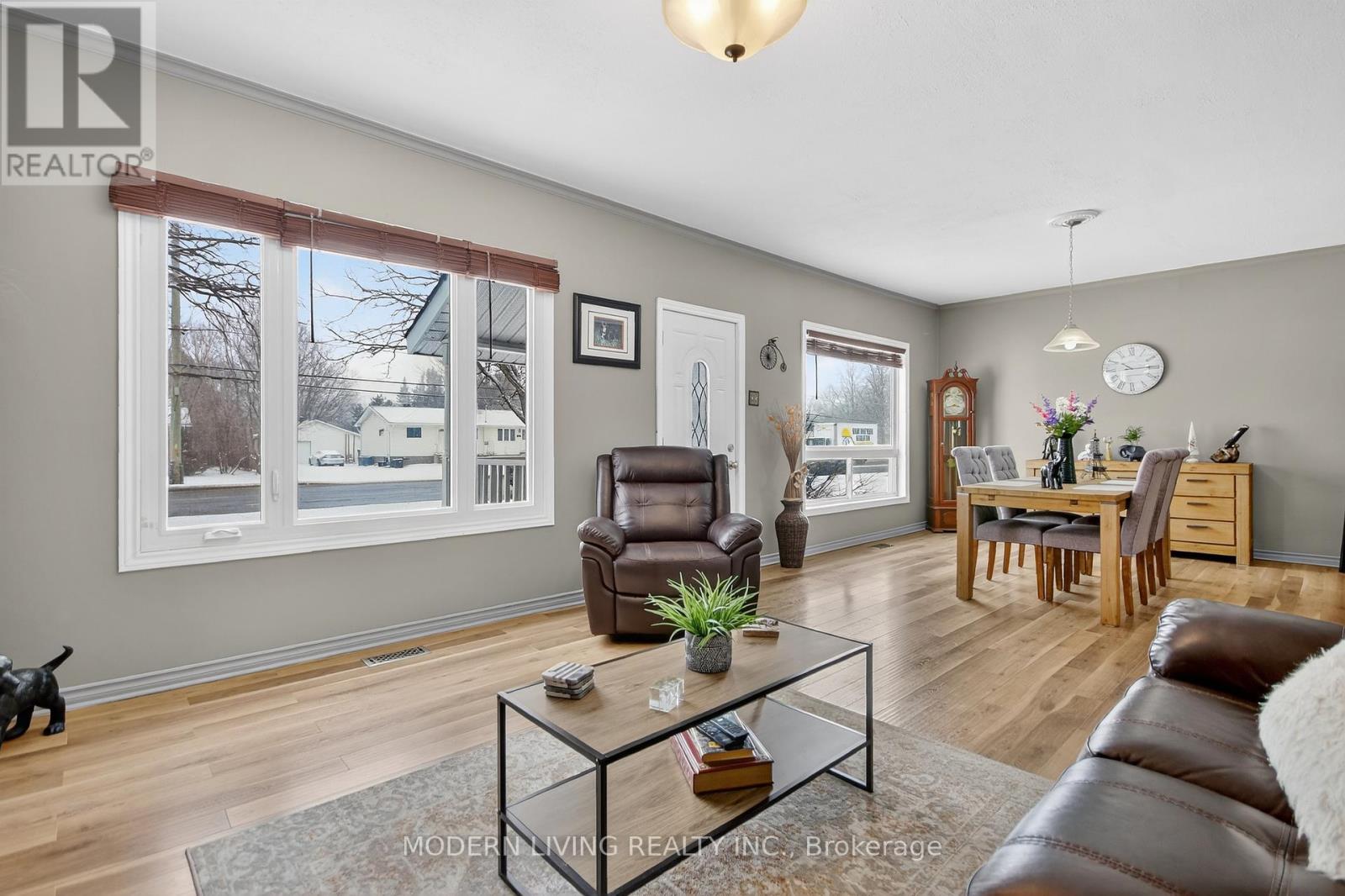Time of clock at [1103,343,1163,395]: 10:14
